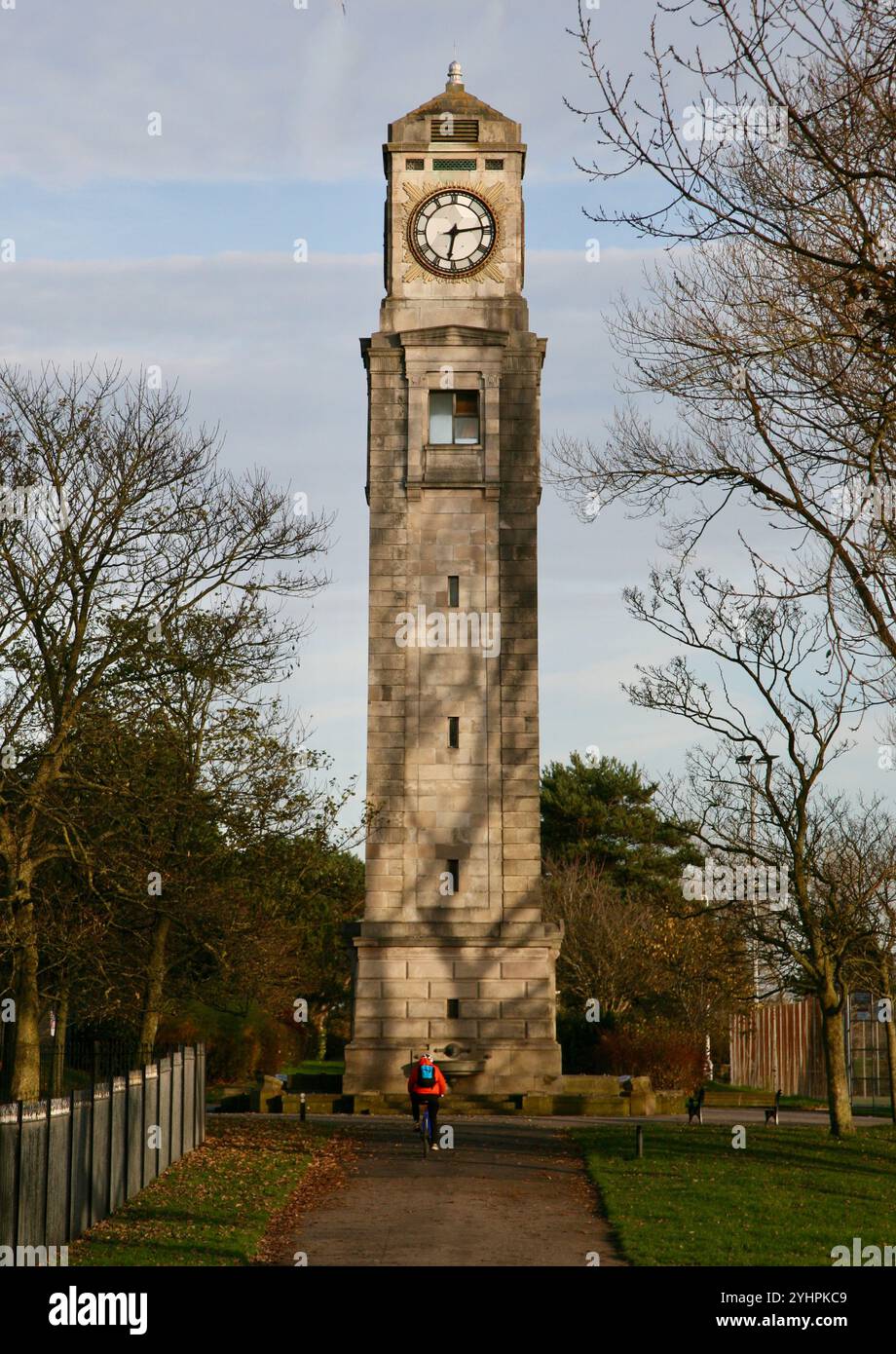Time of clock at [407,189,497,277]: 6:13
